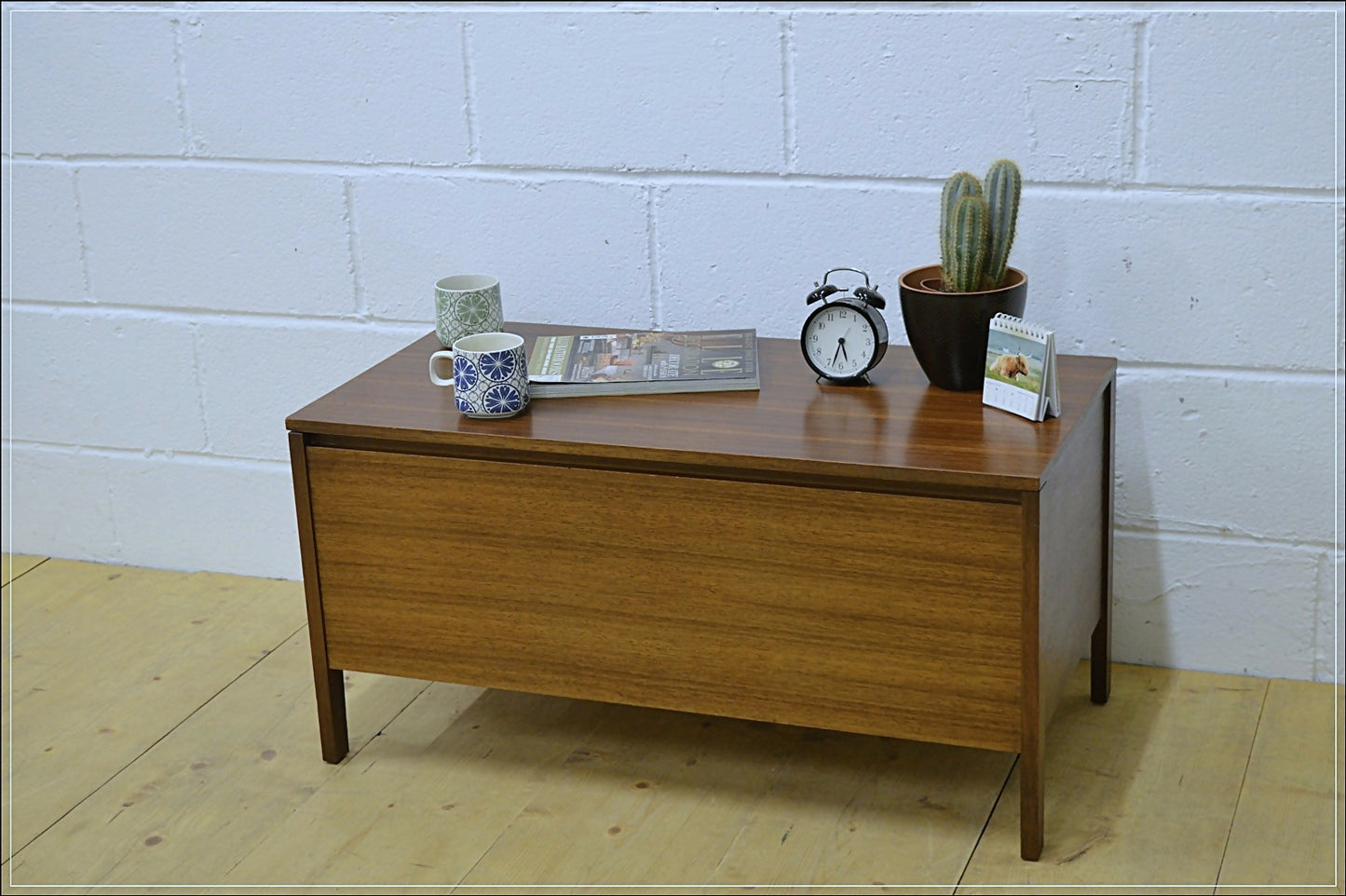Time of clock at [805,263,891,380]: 5:33
